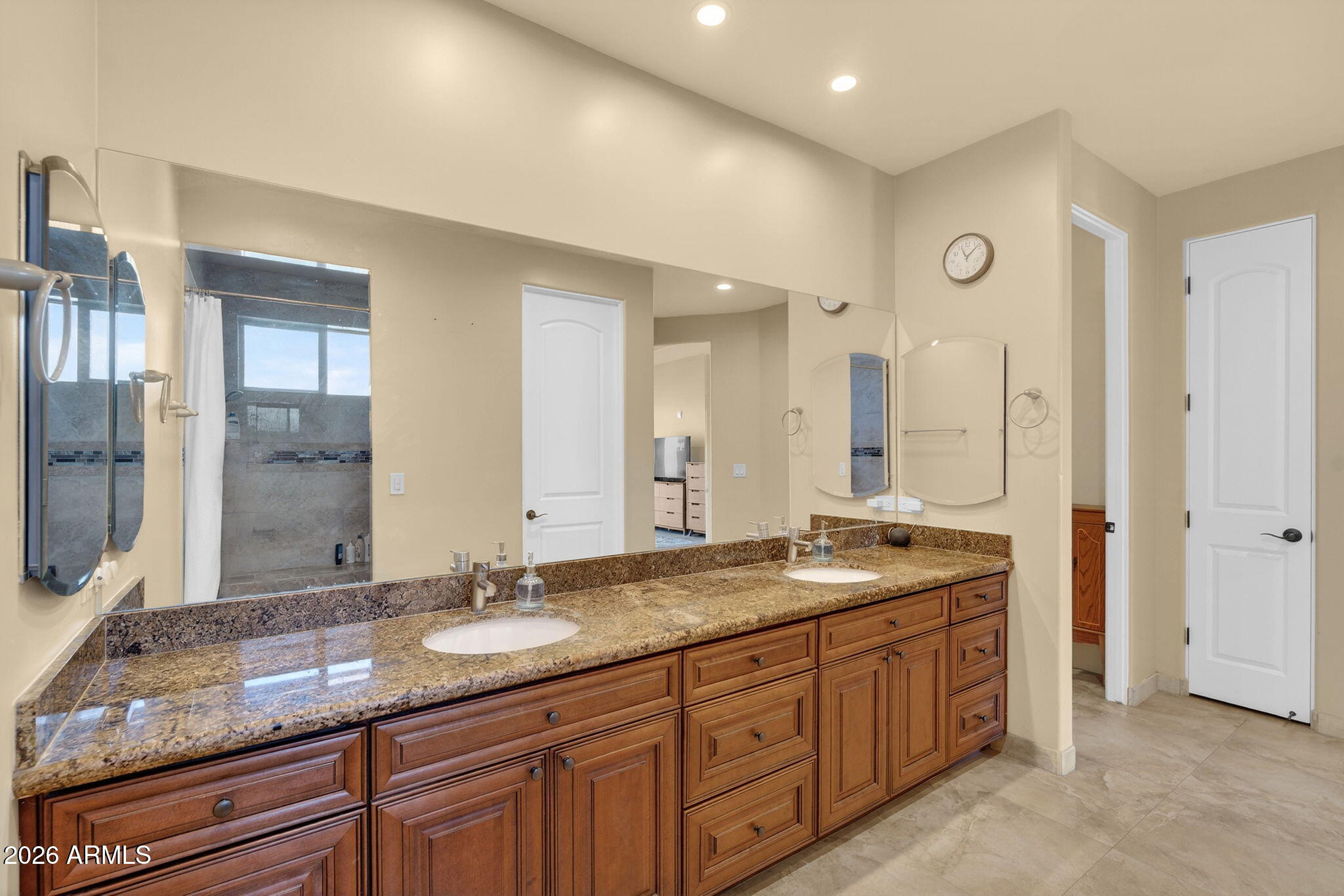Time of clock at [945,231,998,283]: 11:07
